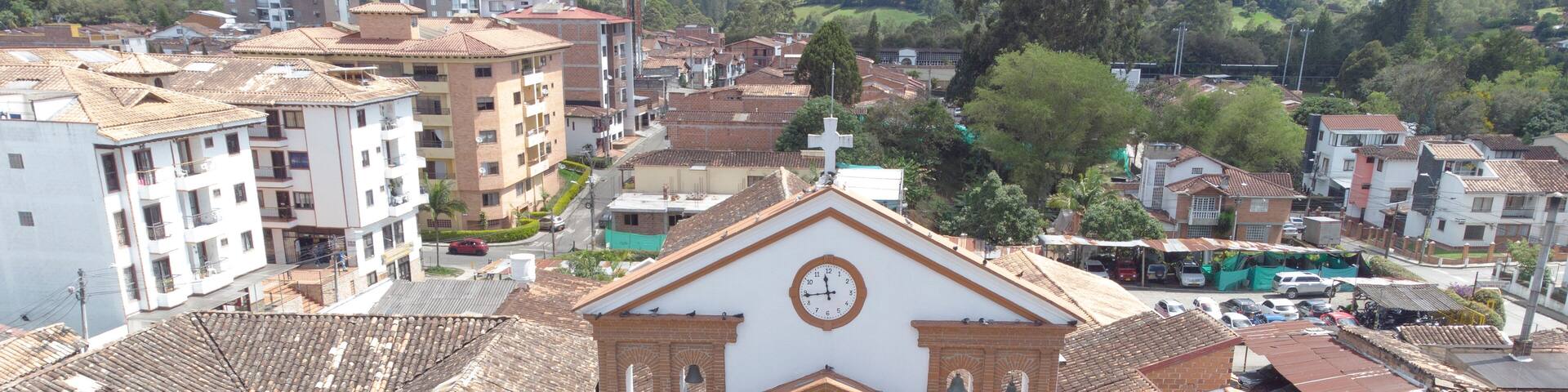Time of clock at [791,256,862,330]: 11:43
